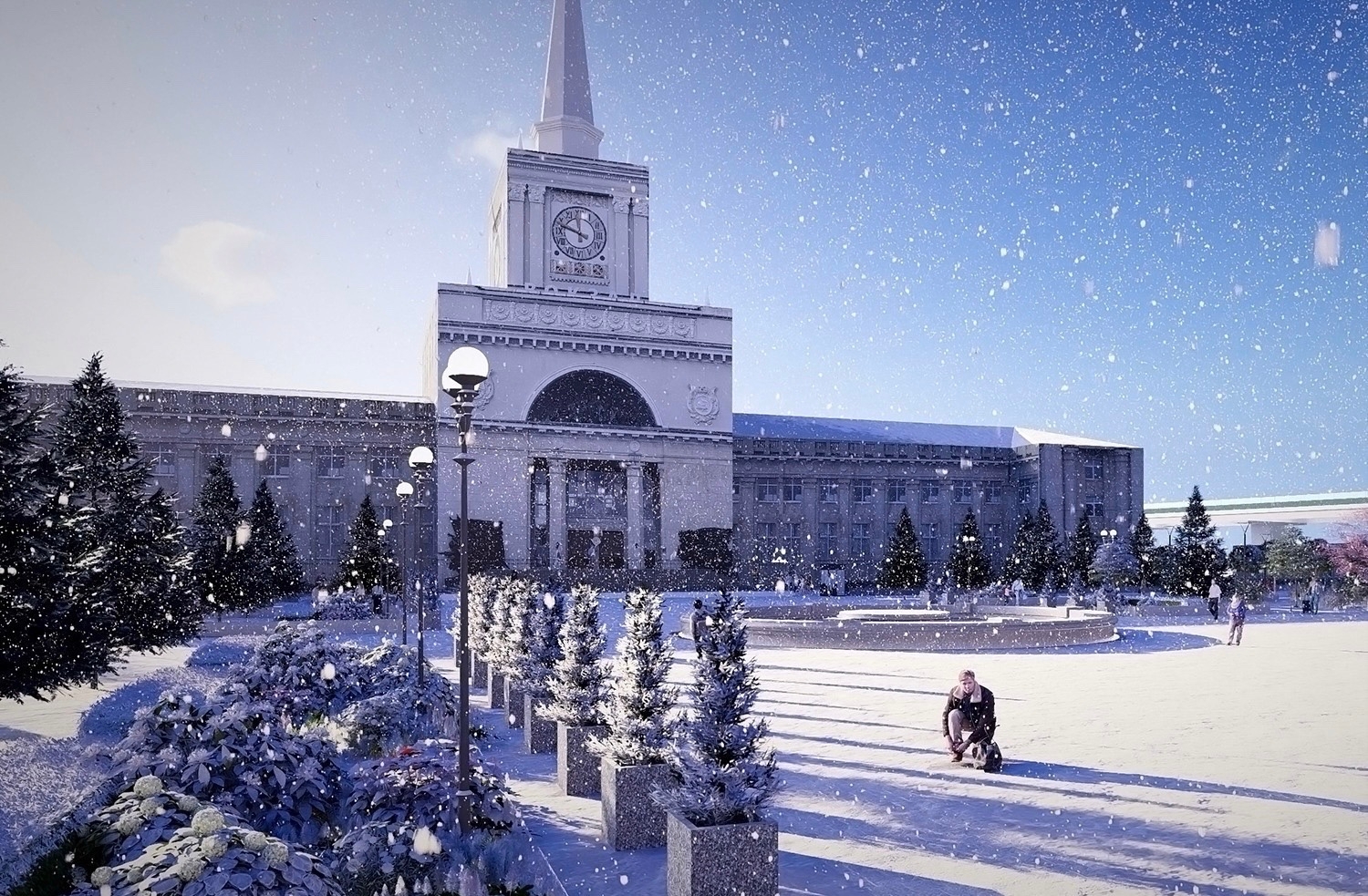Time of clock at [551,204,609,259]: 11:48
